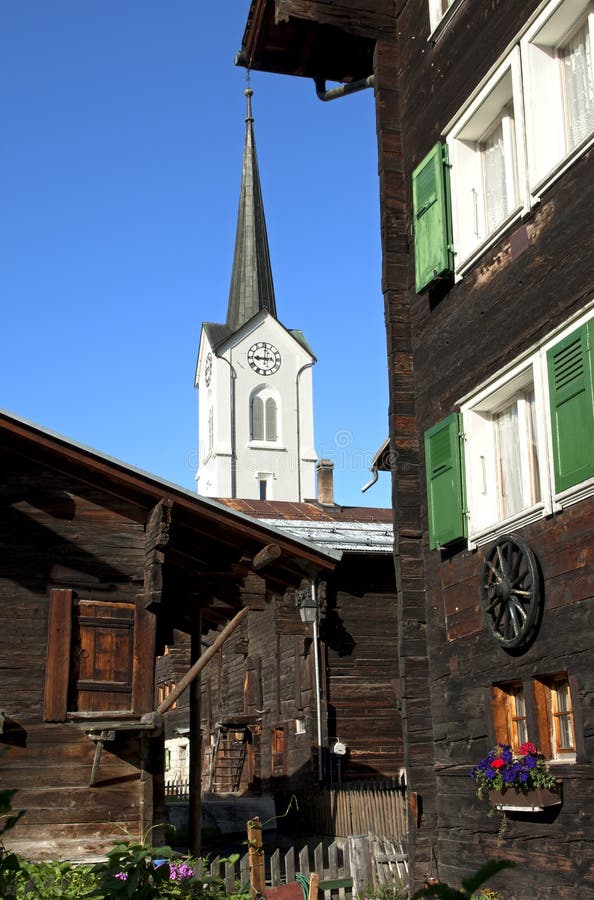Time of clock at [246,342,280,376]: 9:01
